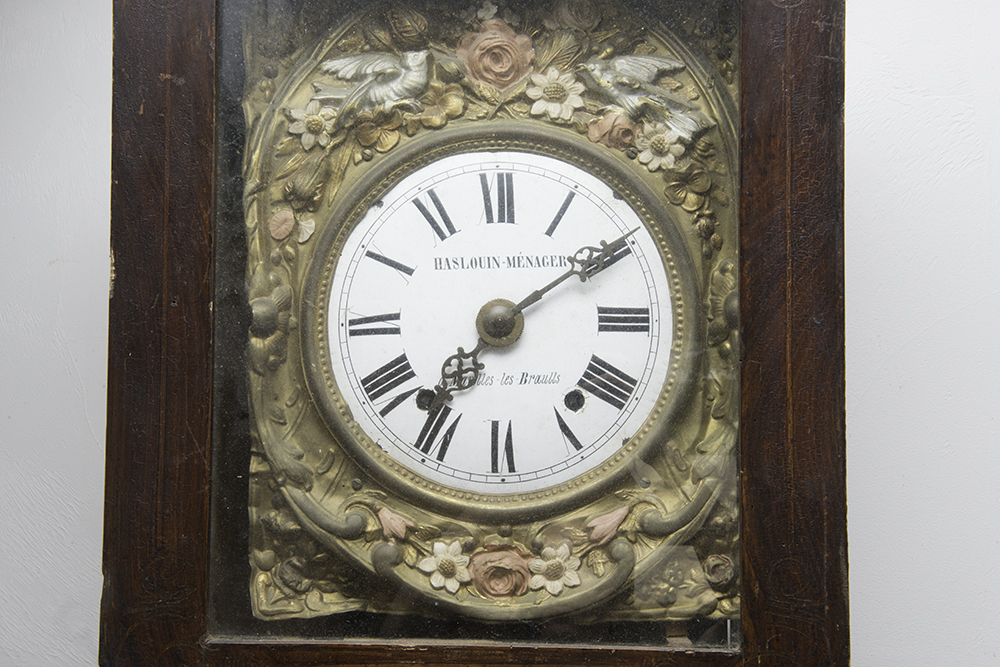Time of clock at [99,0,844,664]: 7:09
